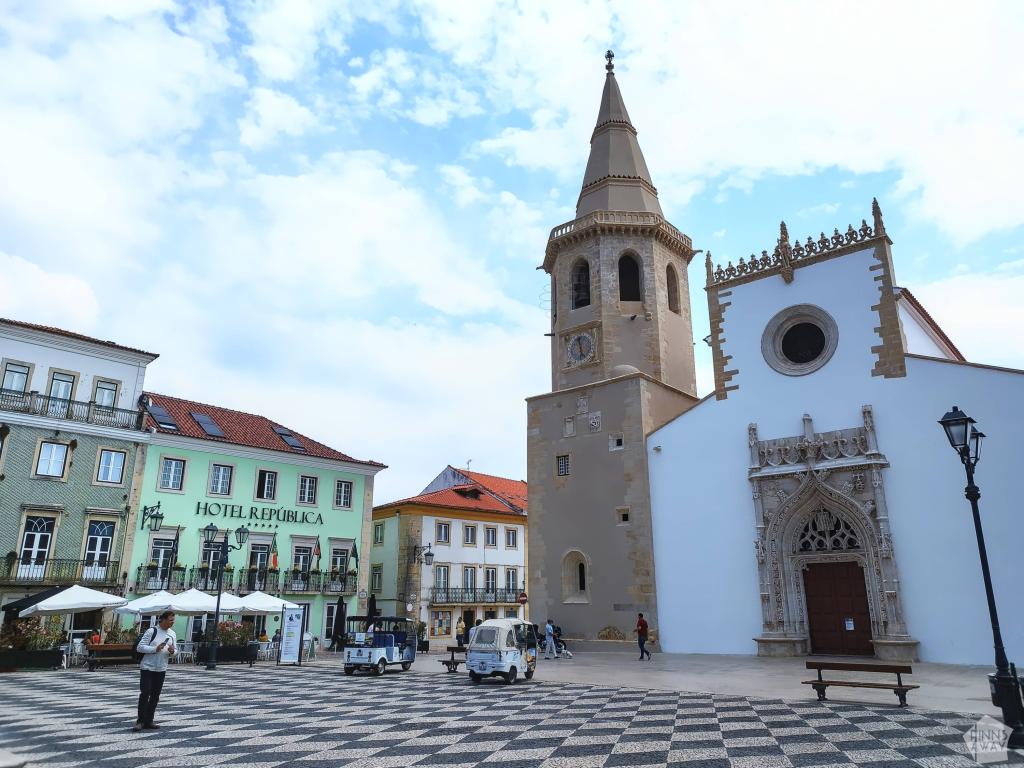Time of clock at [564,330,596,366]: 5:59
